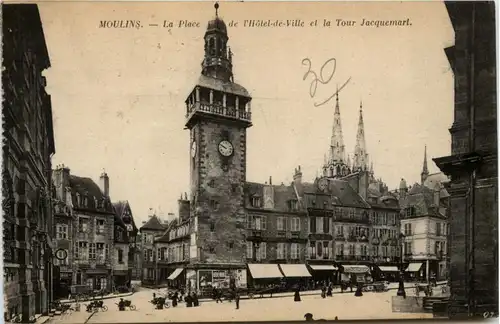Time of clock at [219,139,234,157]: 9:48
